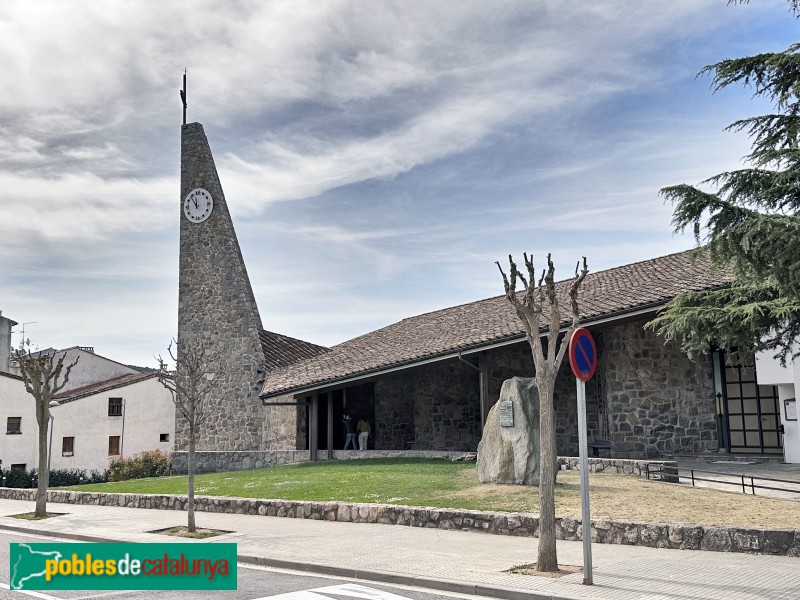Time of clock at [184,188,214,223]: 11:53
